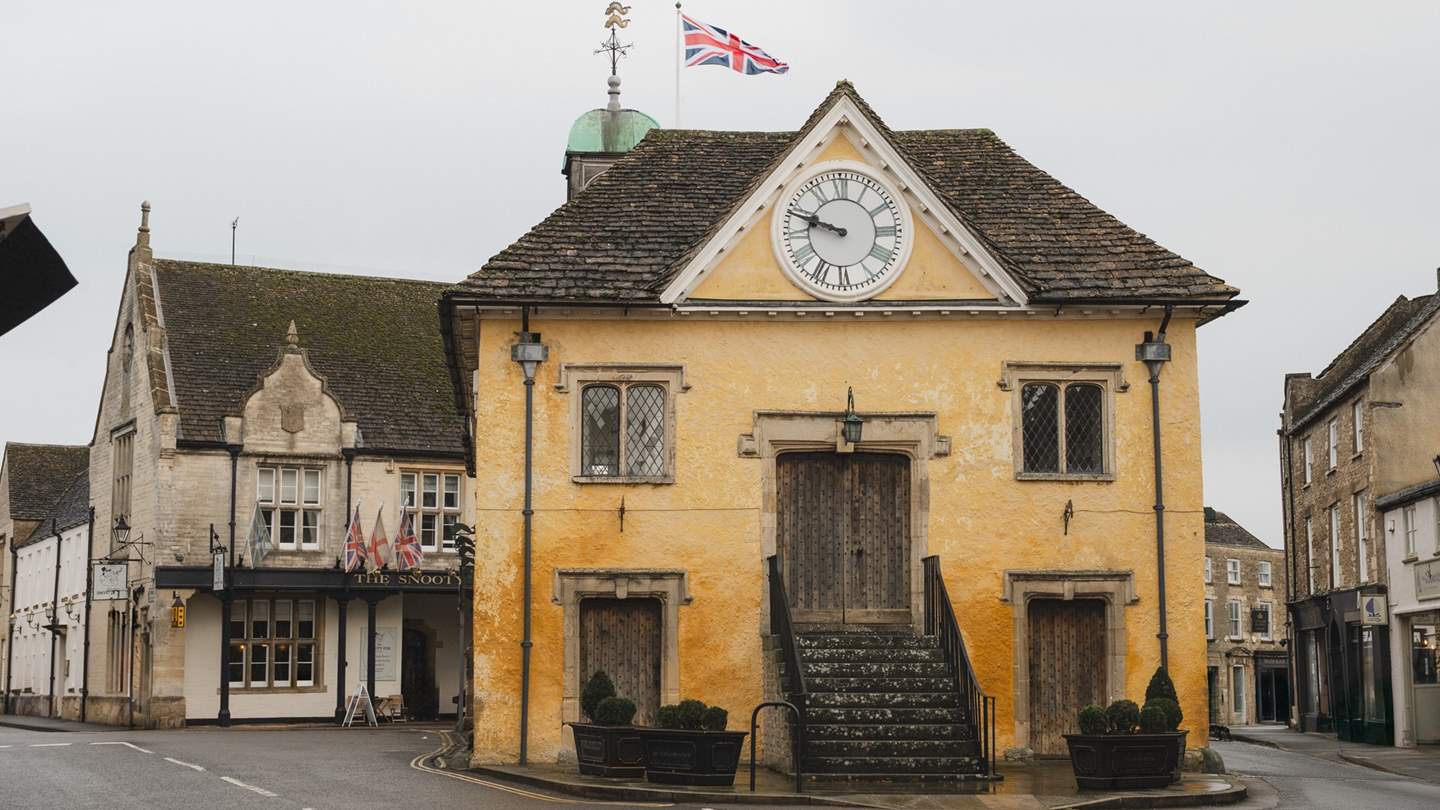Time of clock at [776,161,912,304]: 9:48
